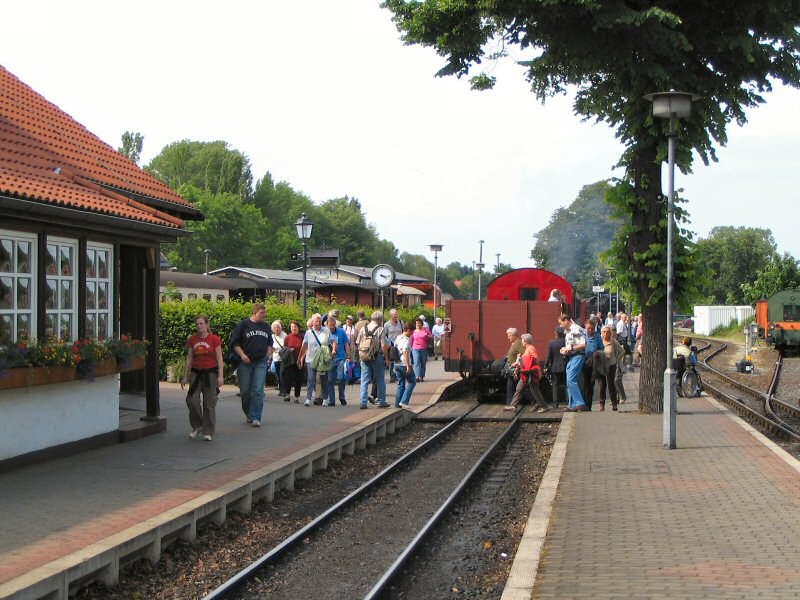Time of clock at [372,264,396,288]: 4:16
